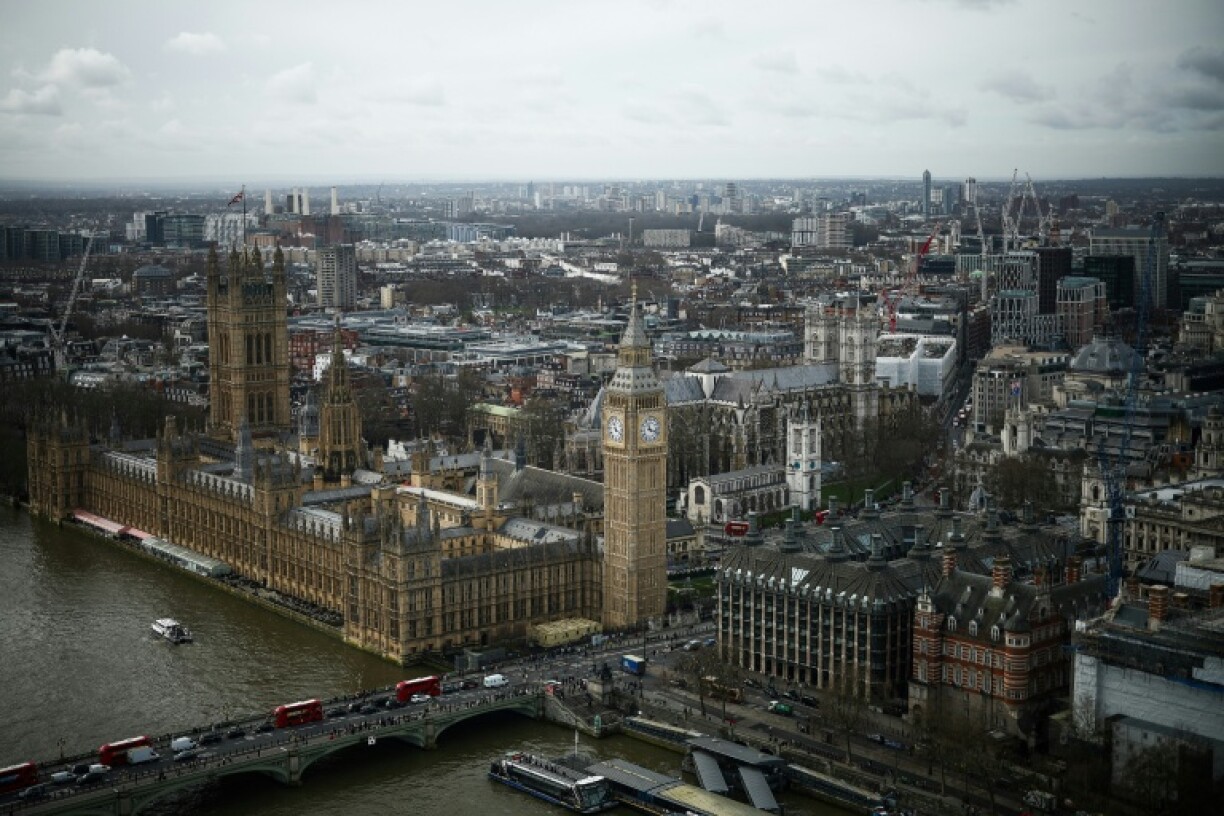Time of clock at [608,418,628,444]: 11:19
